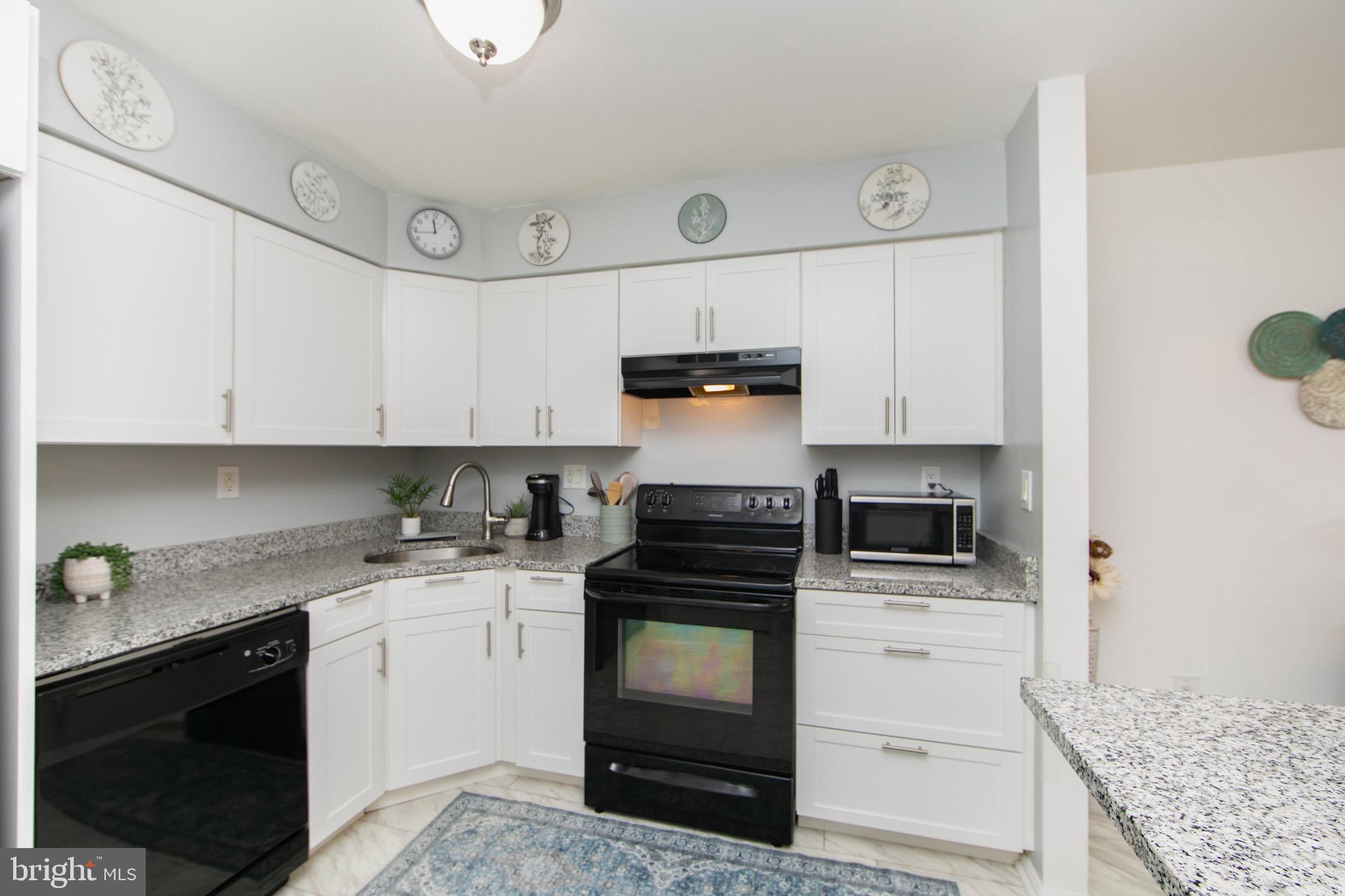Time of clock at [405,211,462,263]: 11:43
